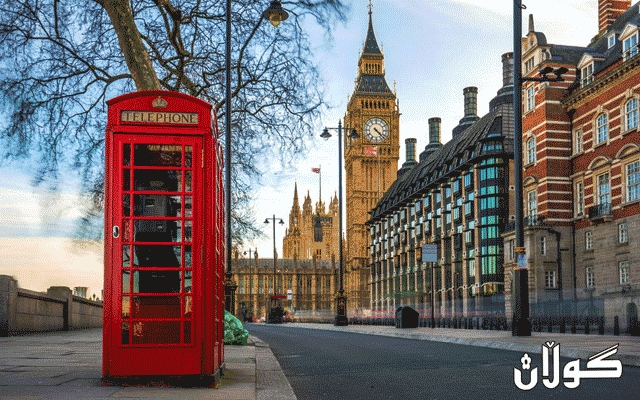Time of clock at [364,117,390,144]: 4:22
